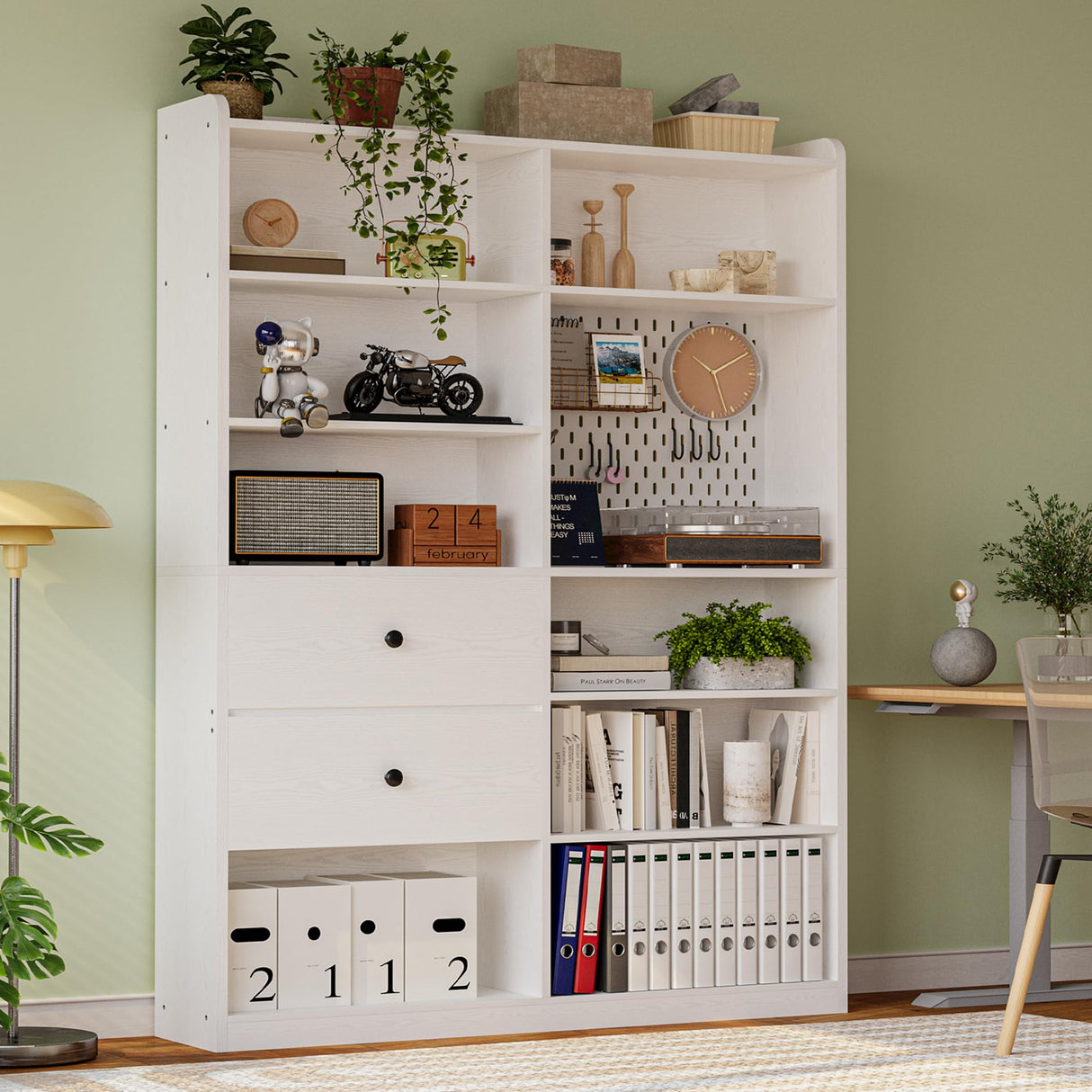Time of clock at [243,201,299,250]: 1:50
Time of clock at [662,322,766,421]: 10:10
